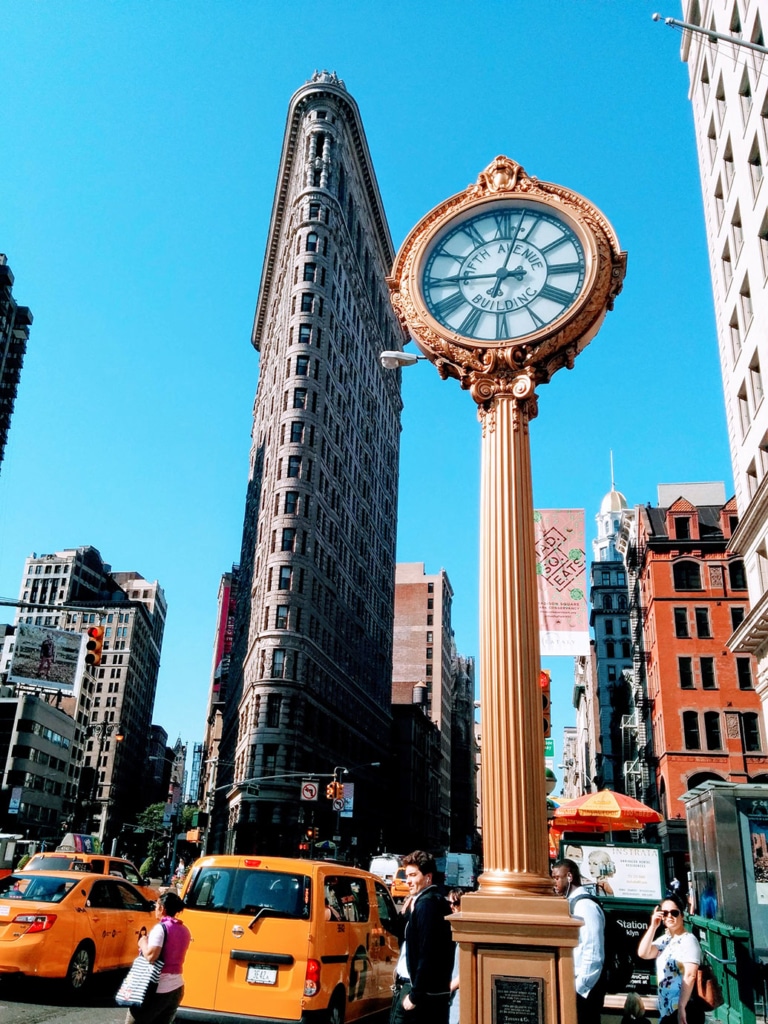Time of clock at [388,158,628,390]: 9:02
